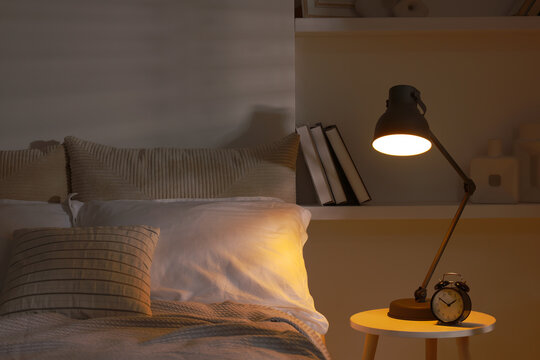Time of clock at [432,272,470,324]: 1:50
